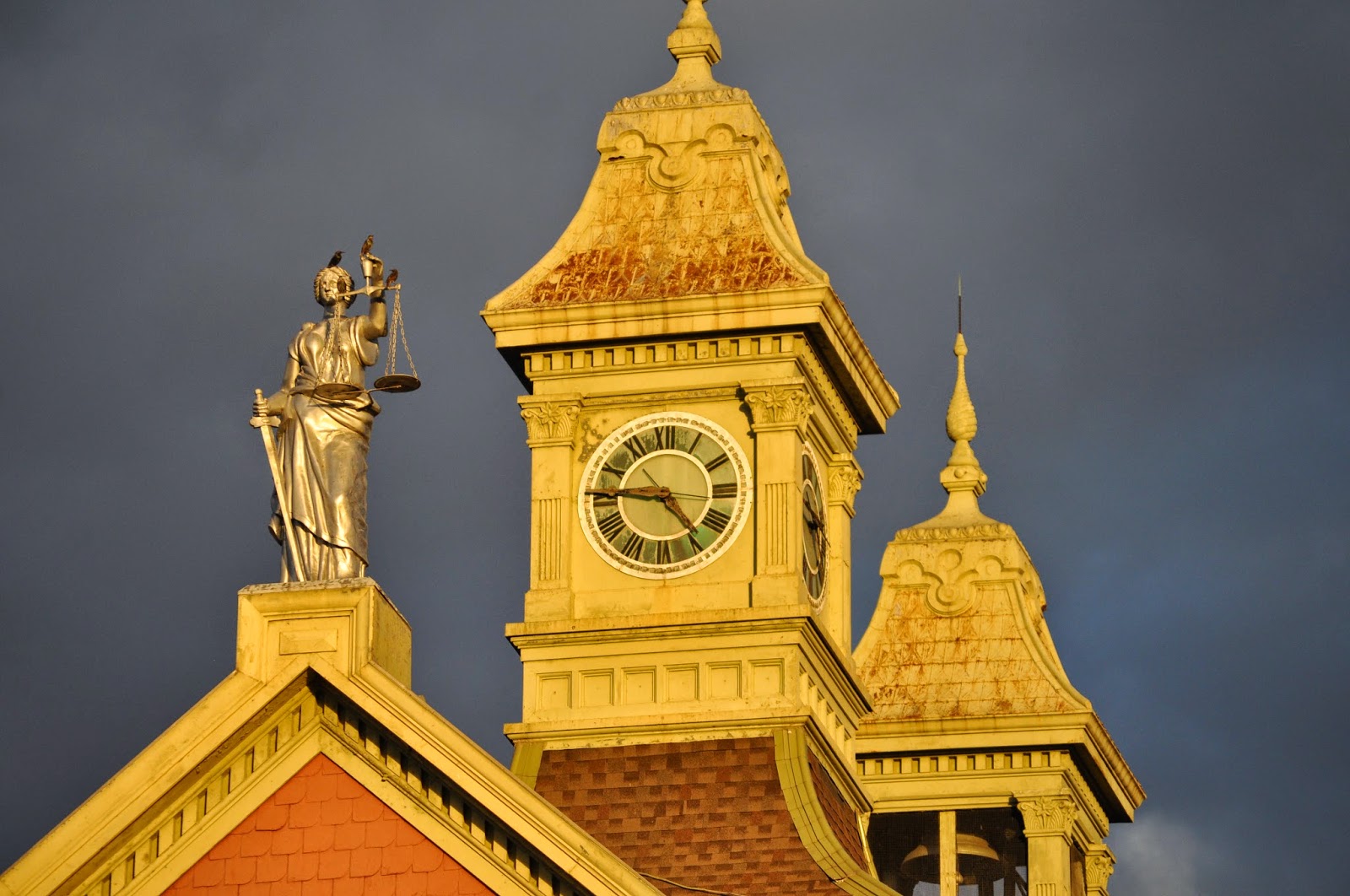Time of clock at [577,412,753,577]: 4:45
